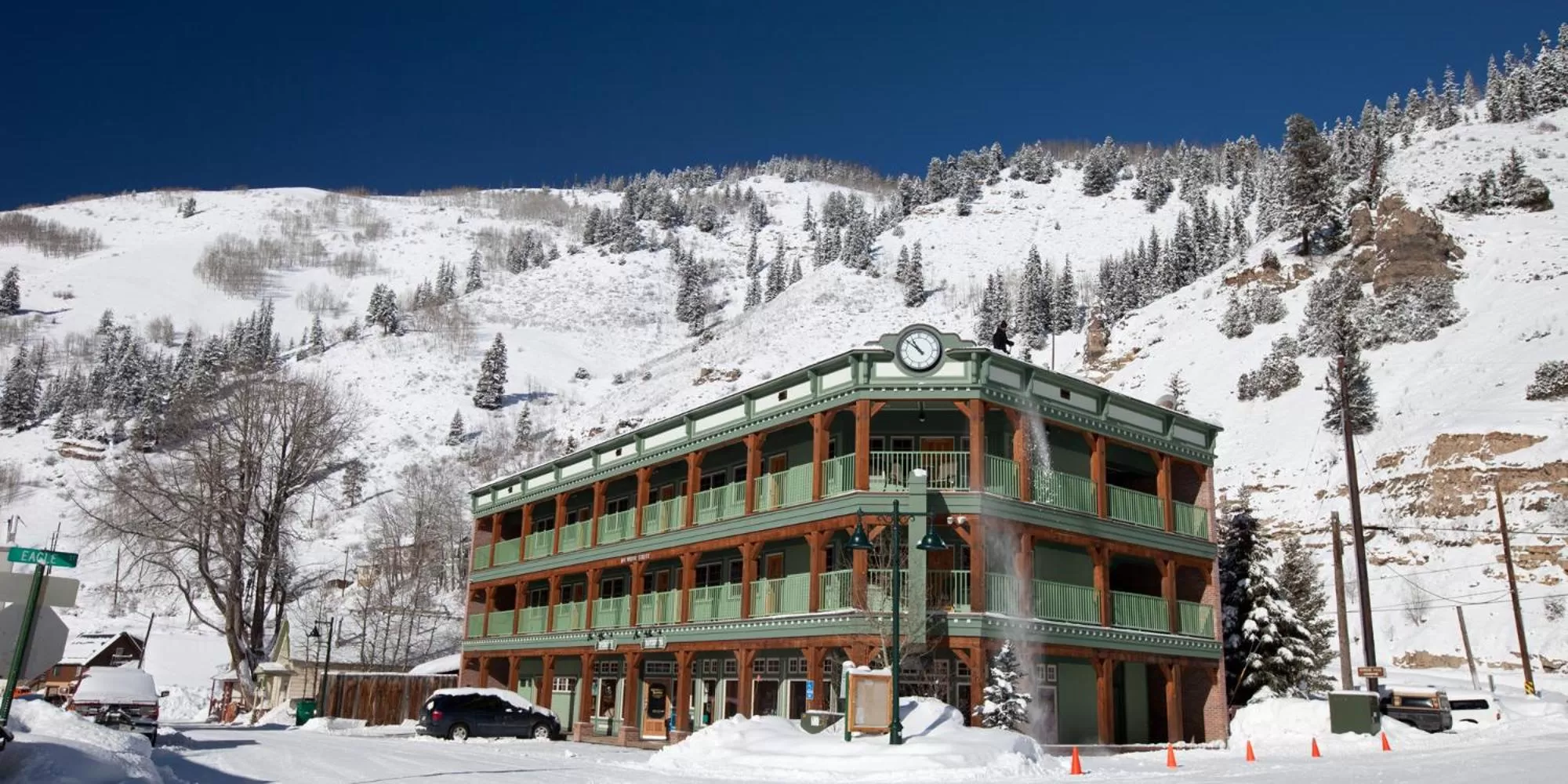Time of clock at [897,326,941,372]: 10:51
